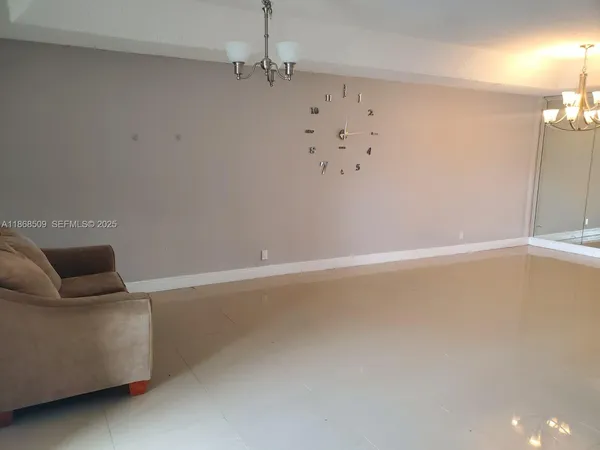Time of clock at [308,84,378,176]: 12:14
